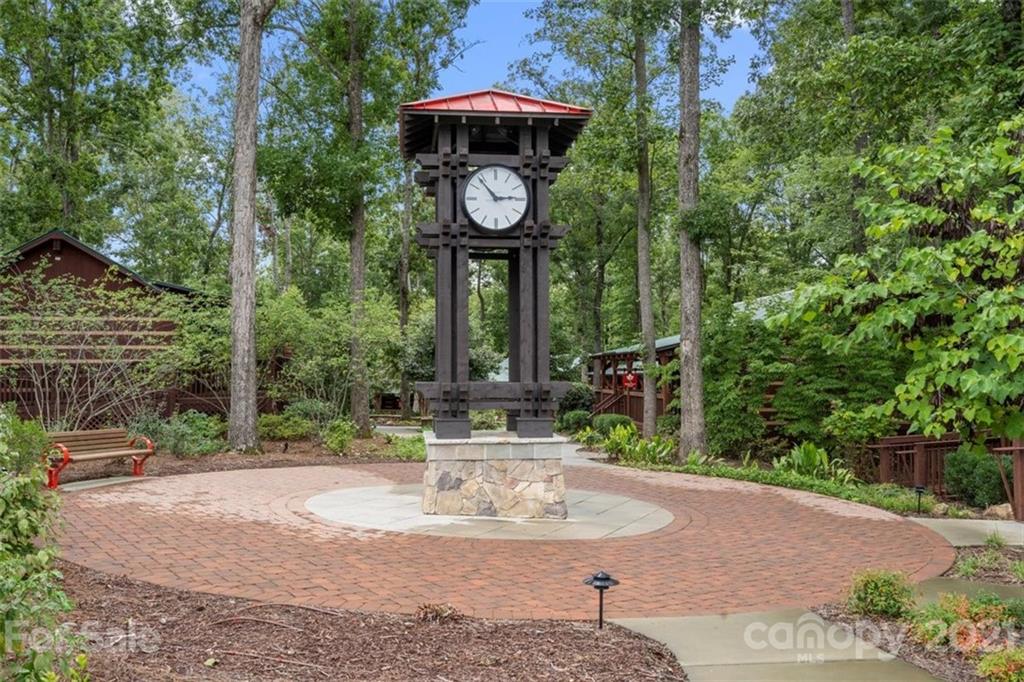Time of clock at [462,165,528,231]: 2:53
